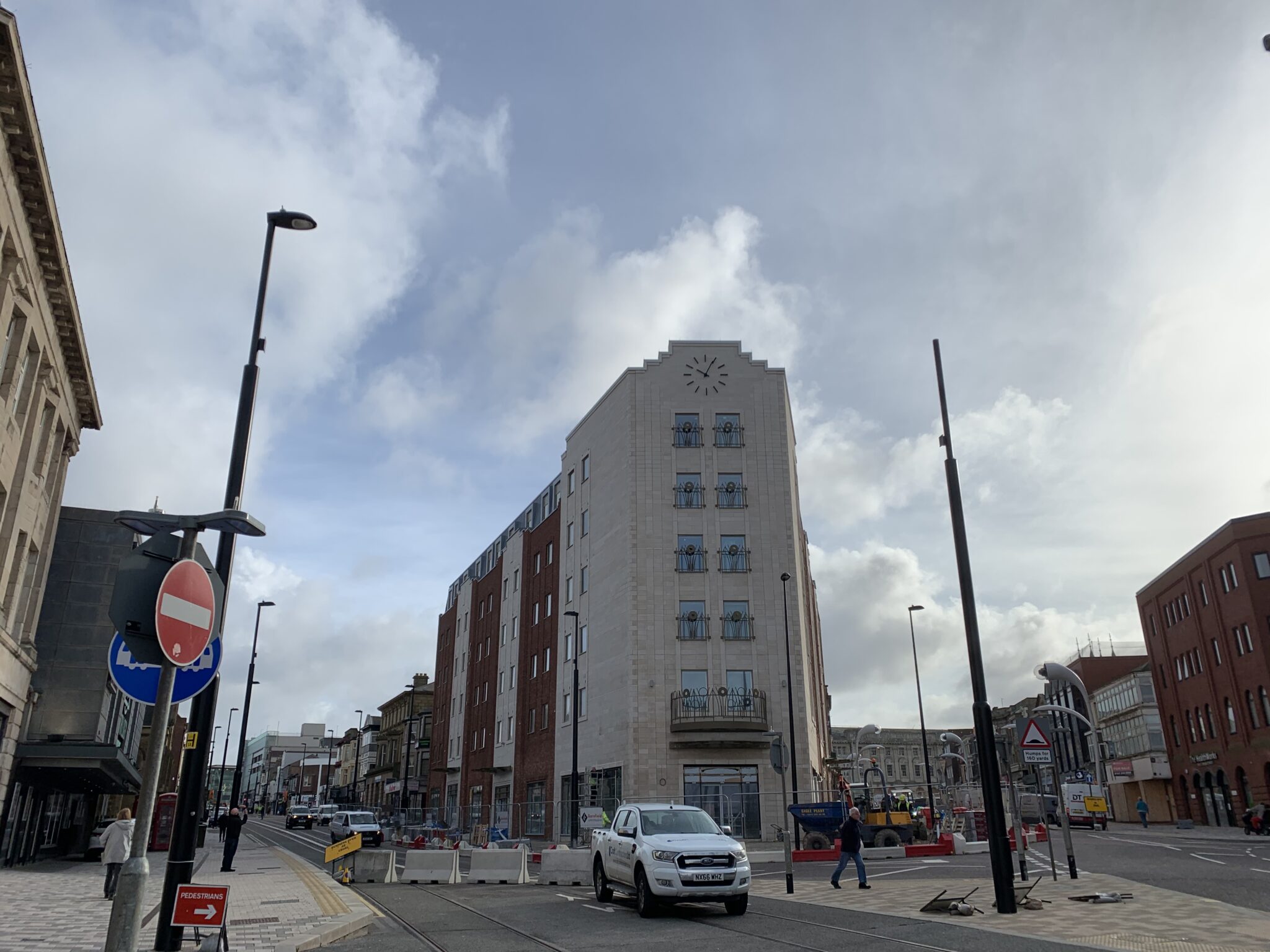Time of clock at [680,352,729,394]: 10:04
